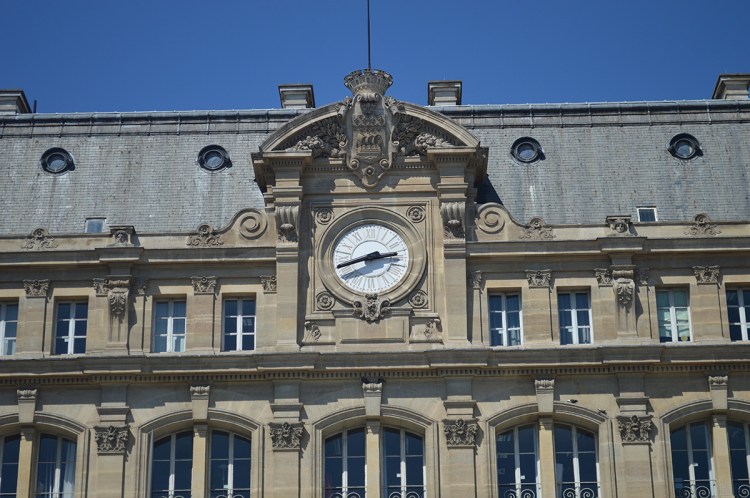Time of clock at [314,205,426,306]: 2:42
